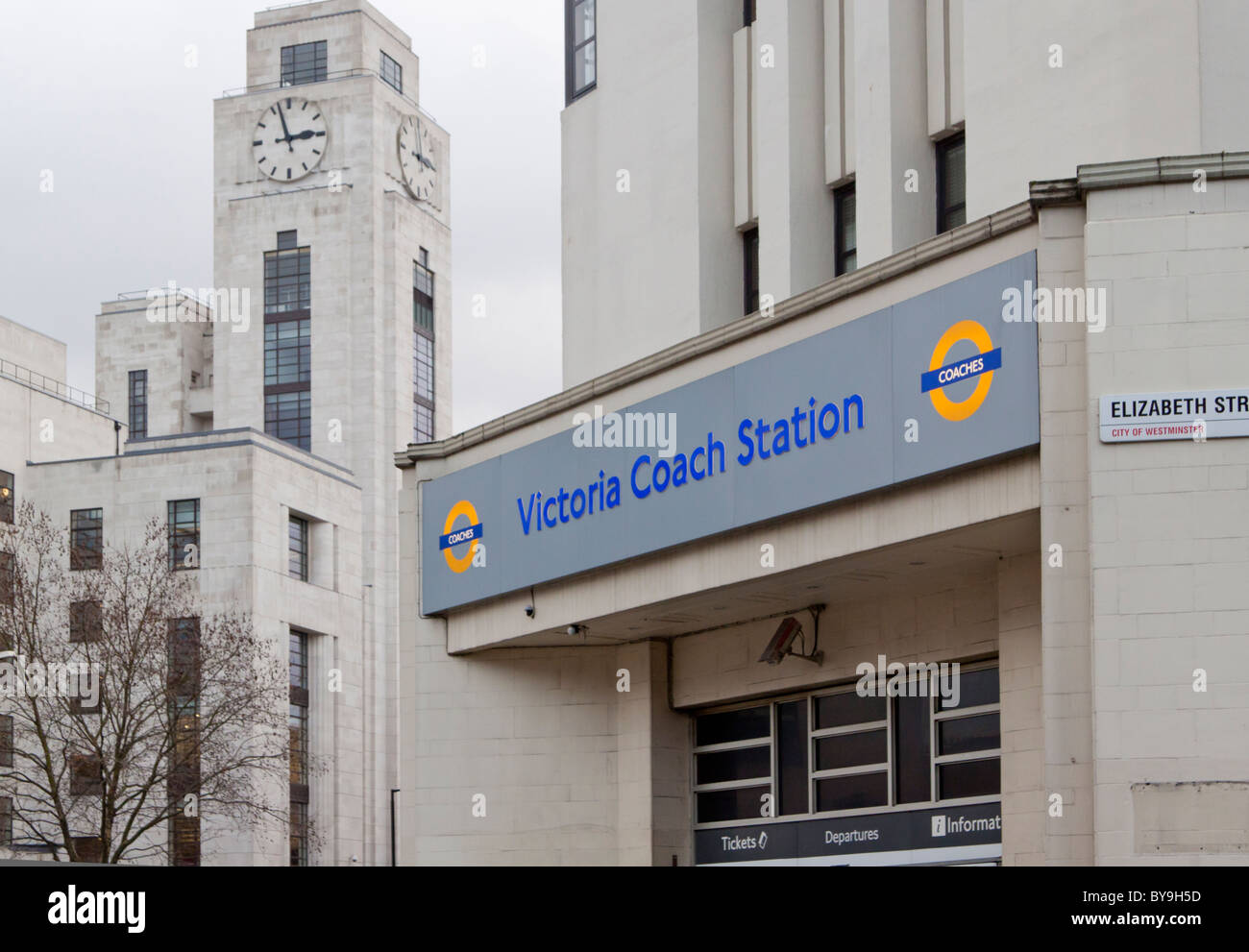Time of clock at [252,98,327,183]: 2:57
